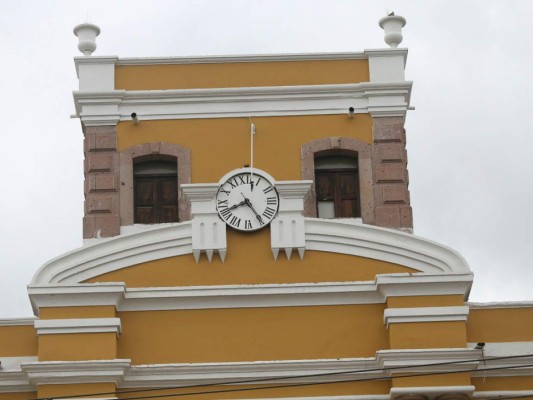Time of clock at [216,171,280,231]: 8:24
